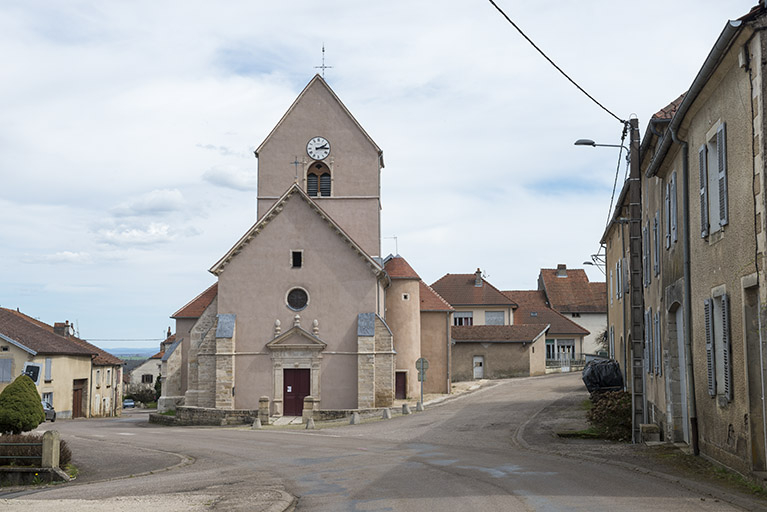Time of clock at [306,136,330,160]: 2:14
